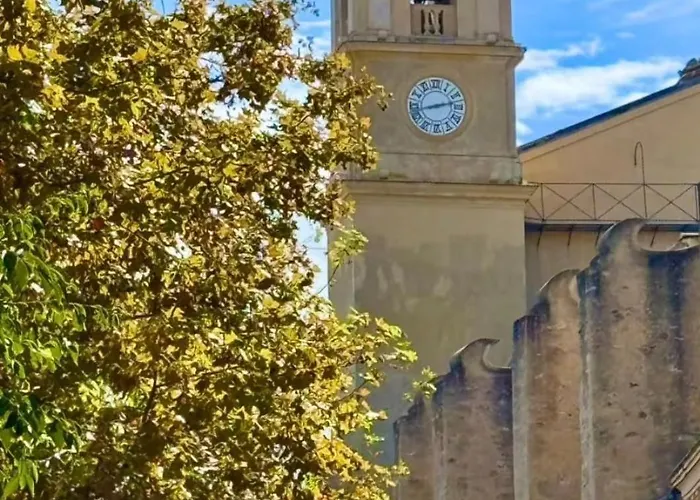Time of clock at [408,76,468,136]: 8:12
